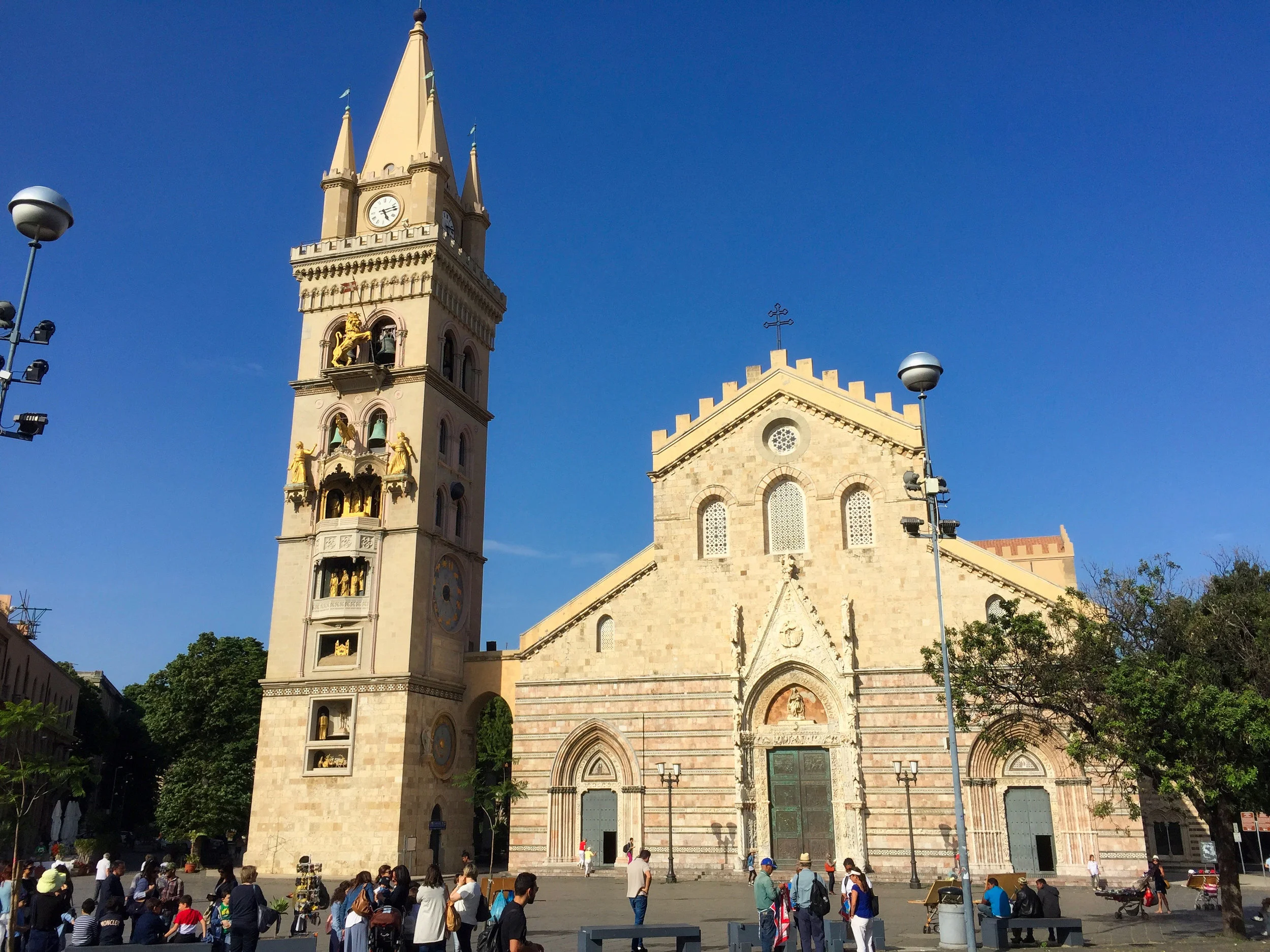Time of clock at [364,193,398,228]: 5:12
